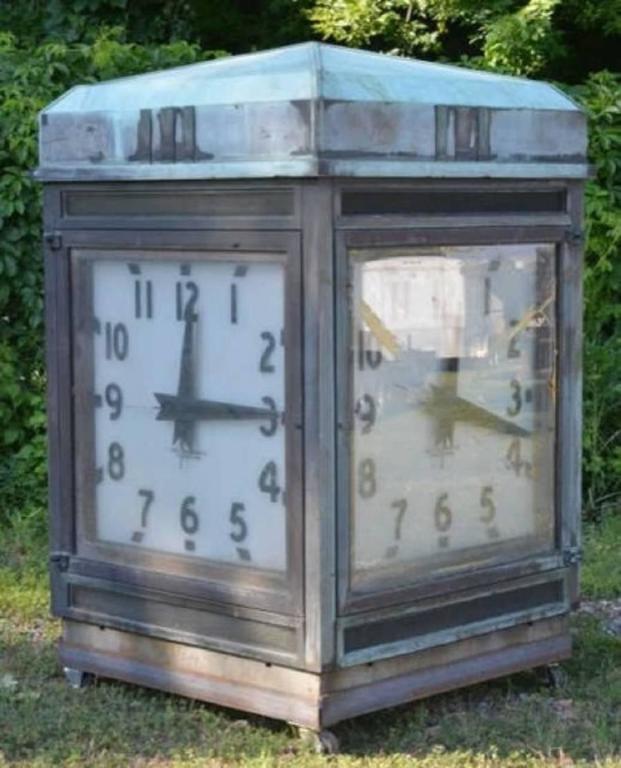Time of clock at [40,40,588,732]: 12:14
